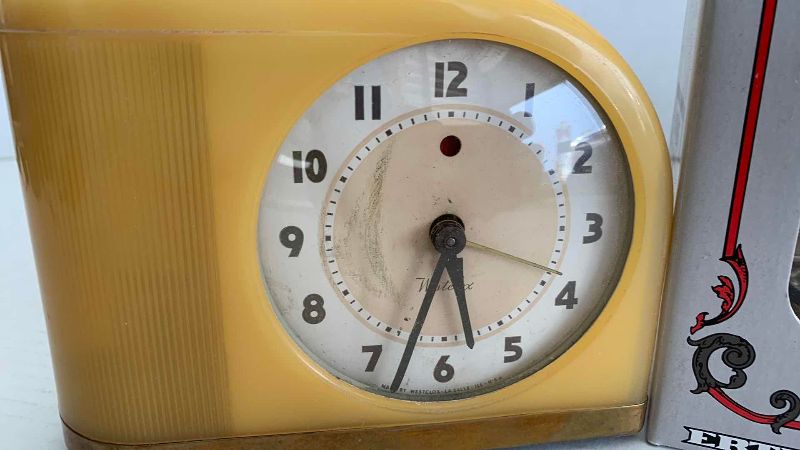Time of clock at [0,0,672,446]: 5:33
